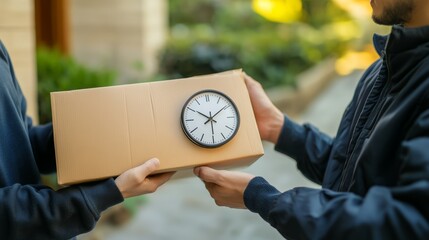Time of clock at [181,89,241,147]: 10:09
